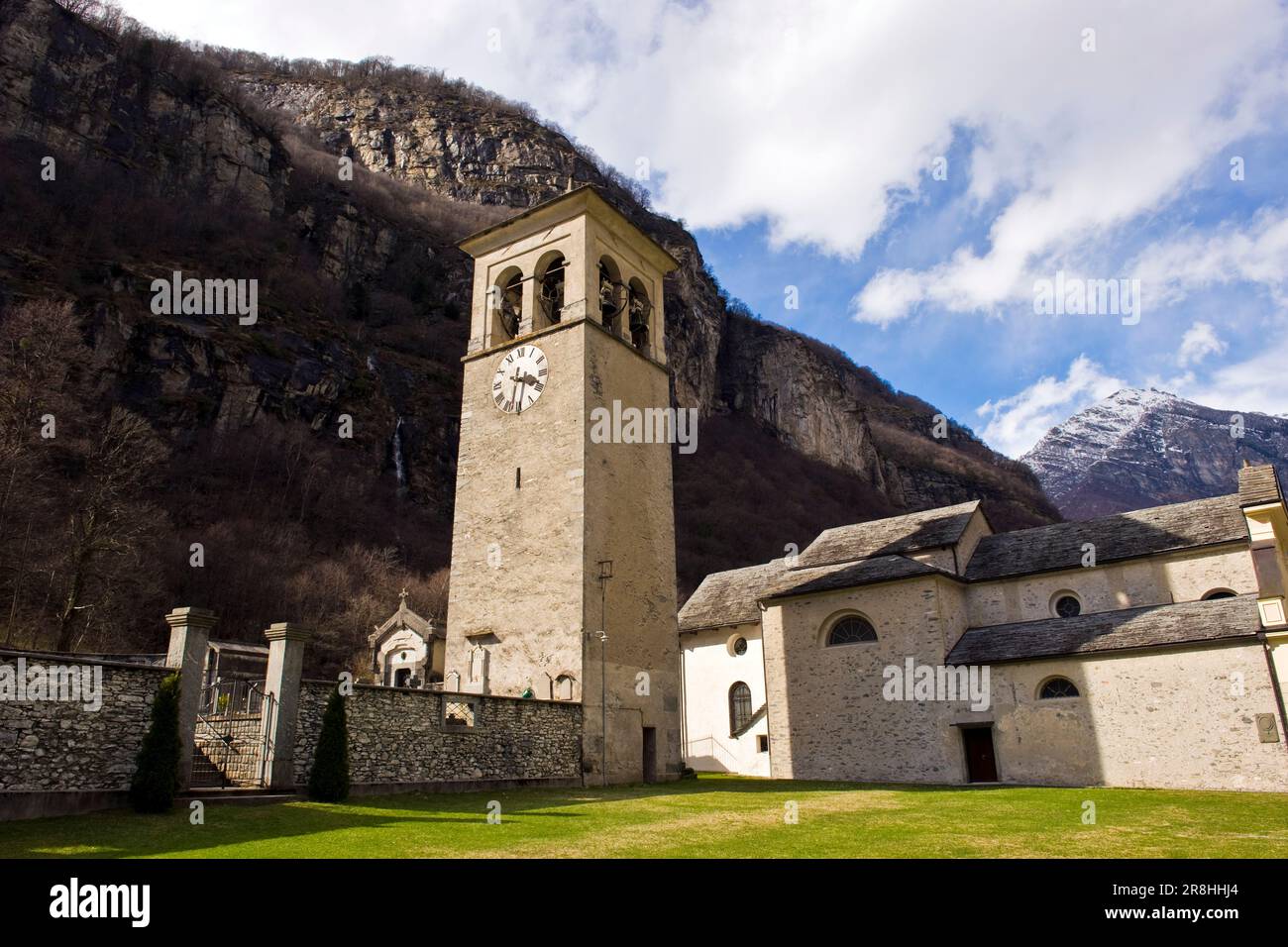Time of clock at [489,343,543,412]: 3:32
